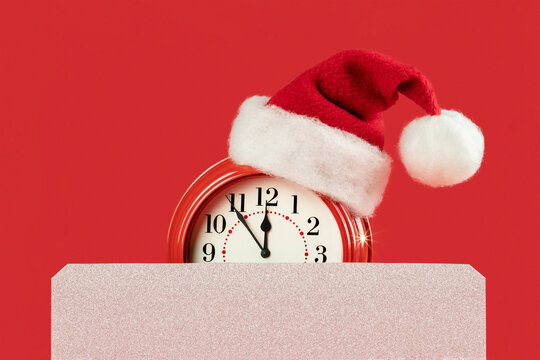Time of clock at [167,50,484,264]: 11:53
